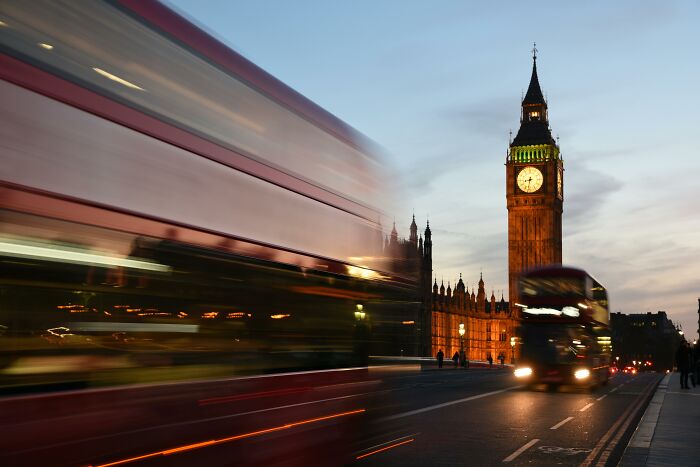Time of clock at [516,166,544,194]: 8:32
